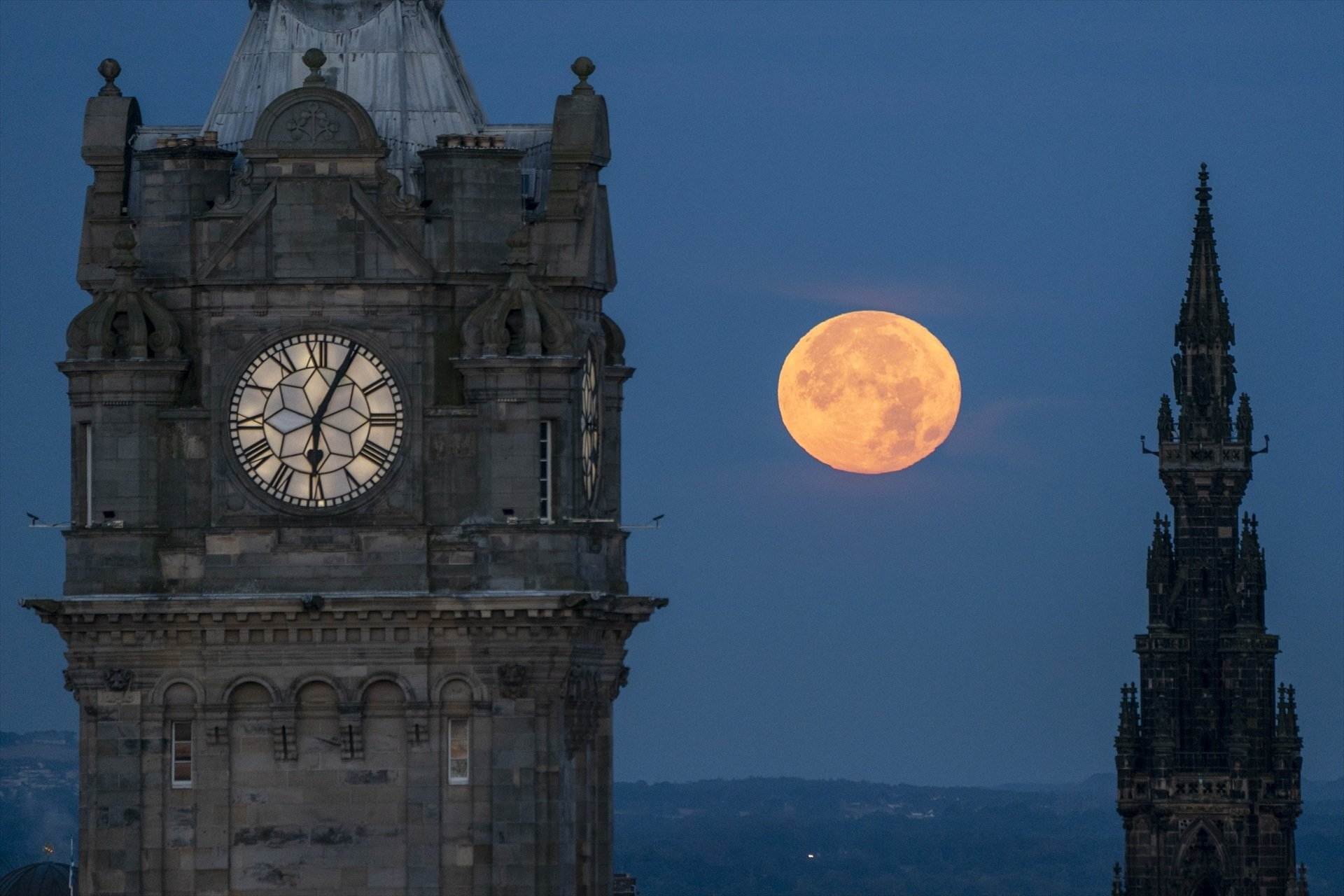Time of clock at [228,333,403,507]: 6:04
